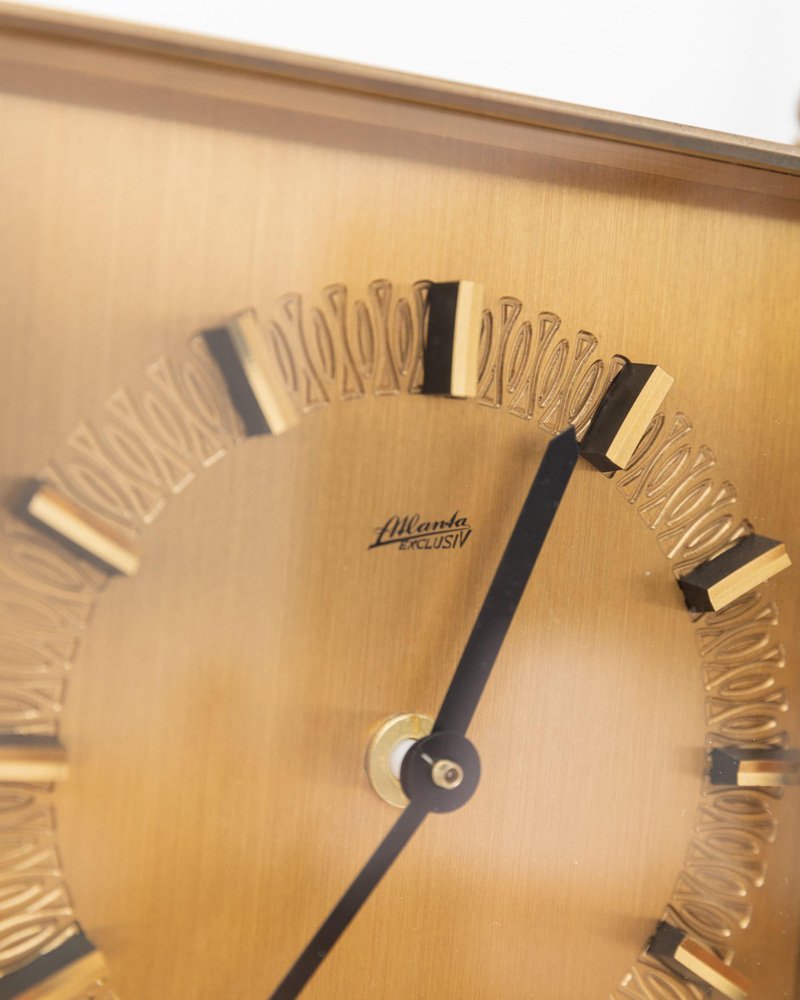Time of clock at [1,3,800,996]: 7:04
